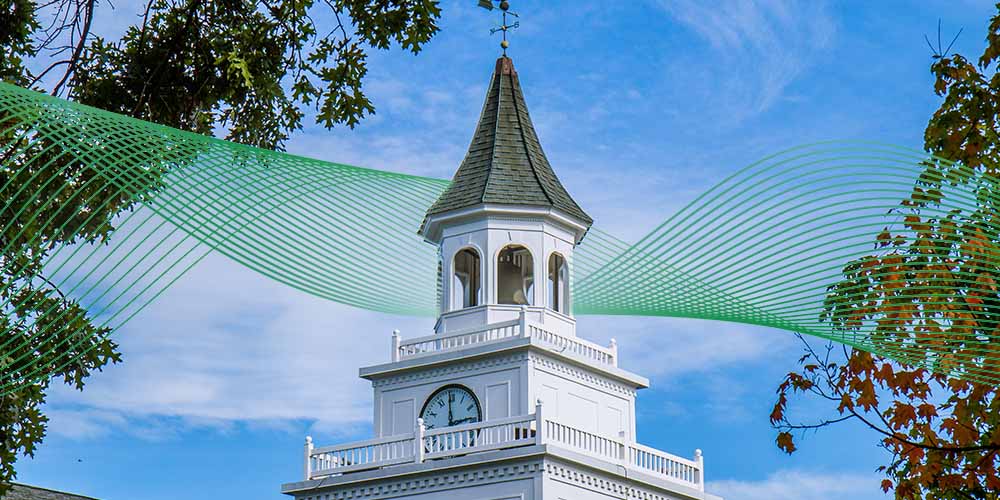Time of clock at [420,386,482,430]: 2:59
